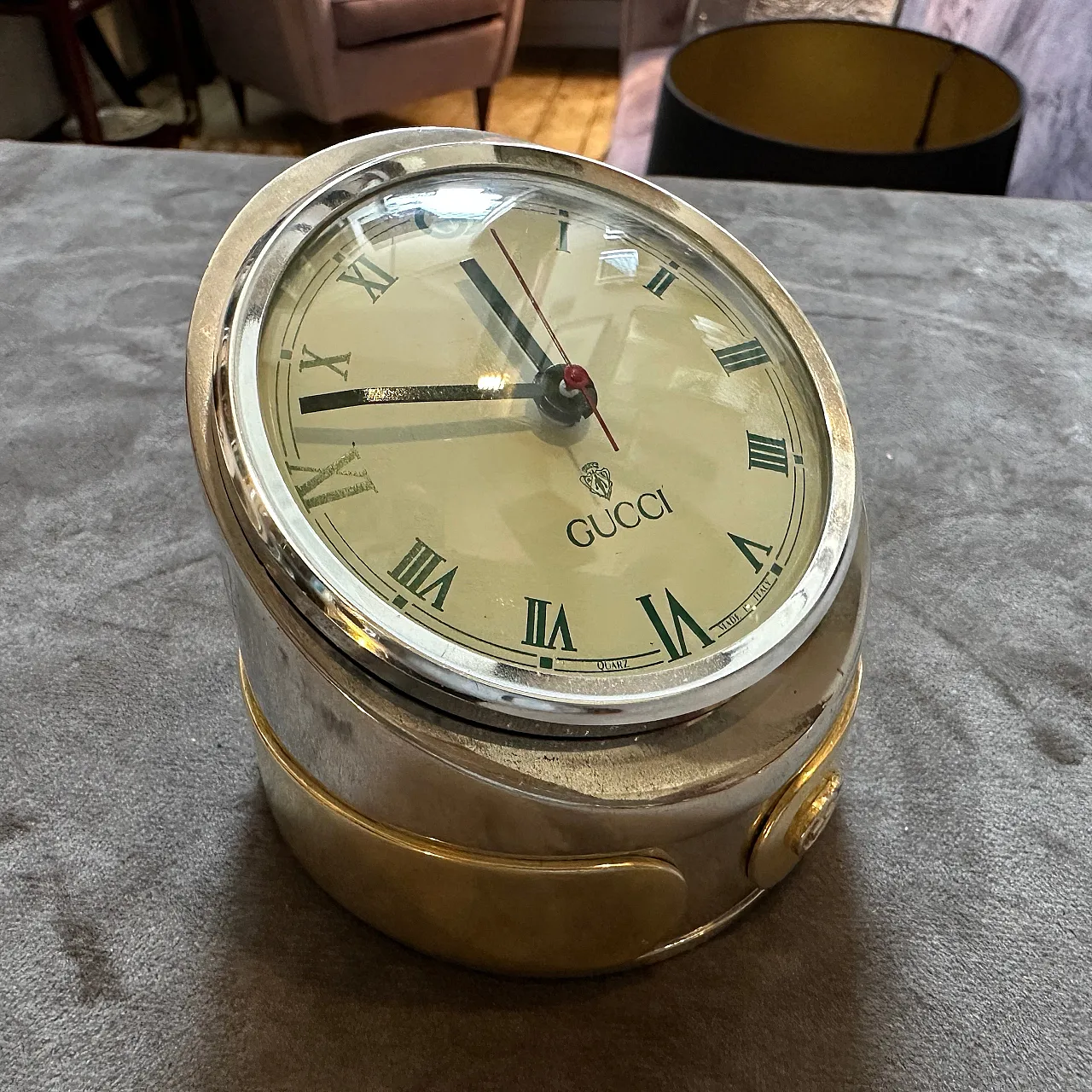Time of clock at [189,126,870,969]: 10:43
